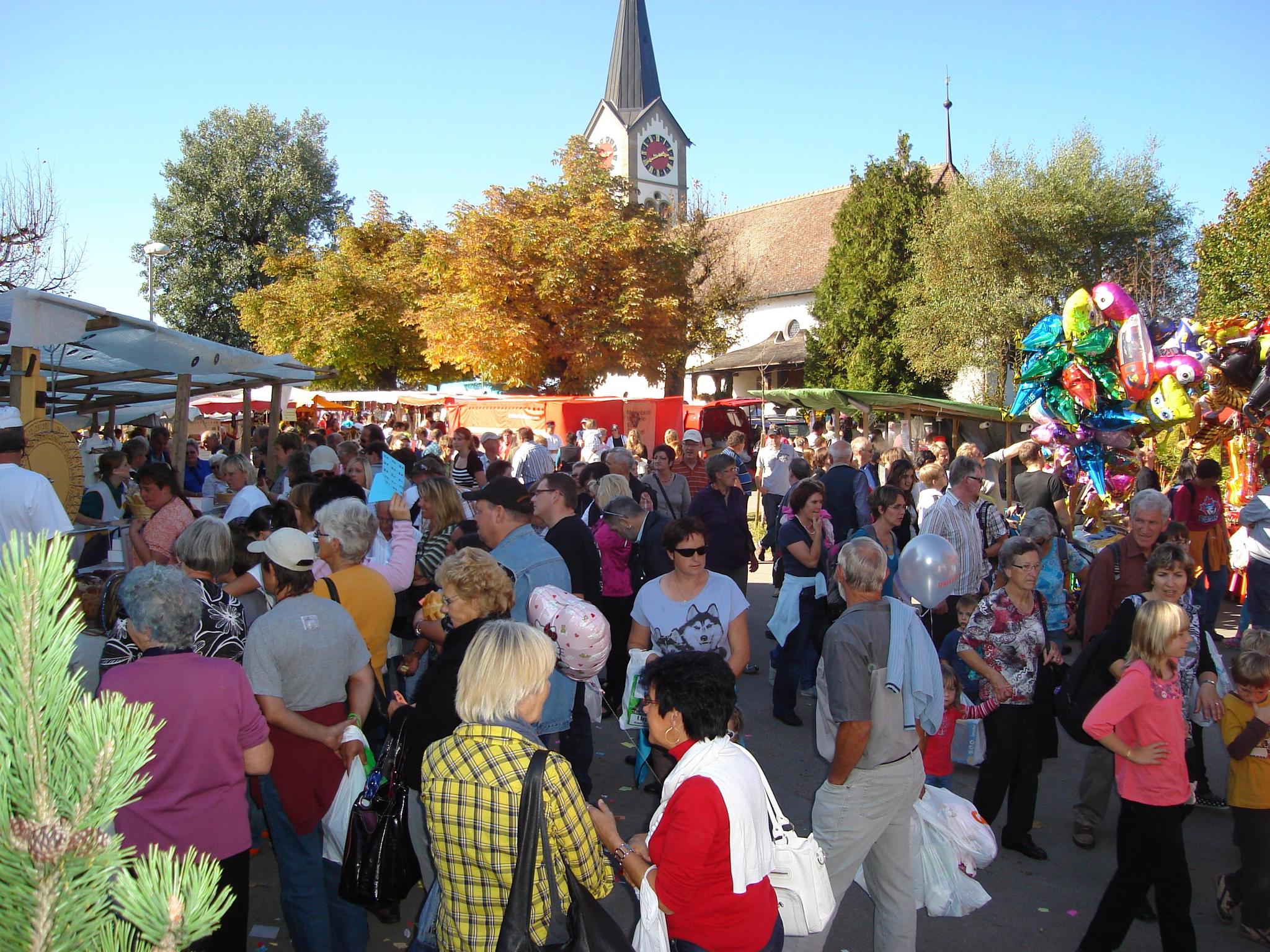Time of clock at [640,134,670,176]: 2:40
